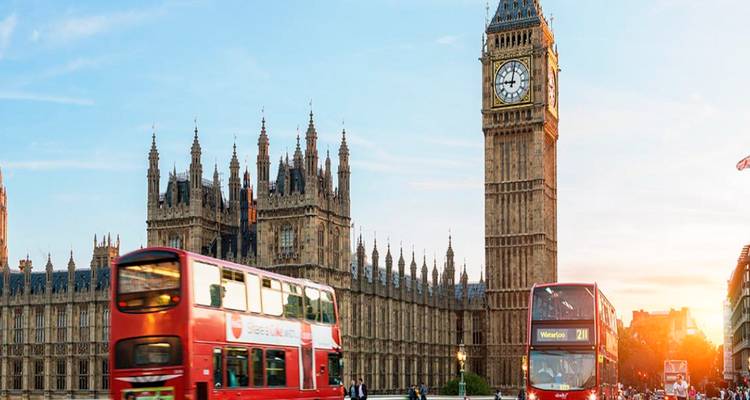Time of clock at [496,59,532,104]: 9:01
